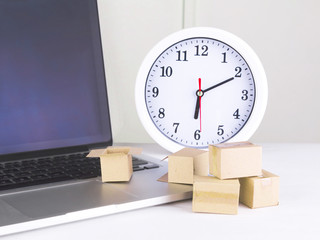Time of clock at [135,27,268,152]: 6:10
